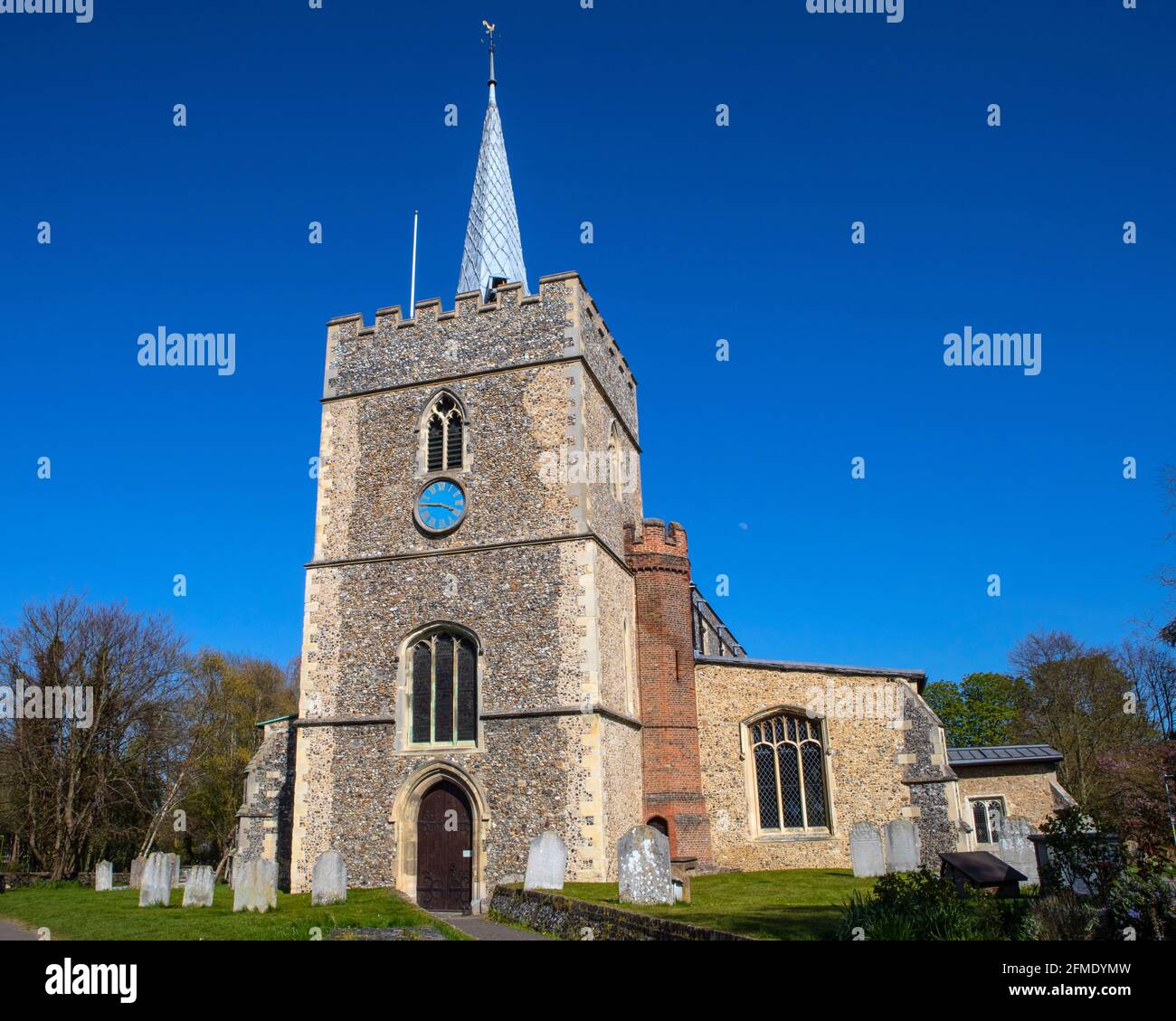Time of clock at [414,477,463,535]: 3:45
